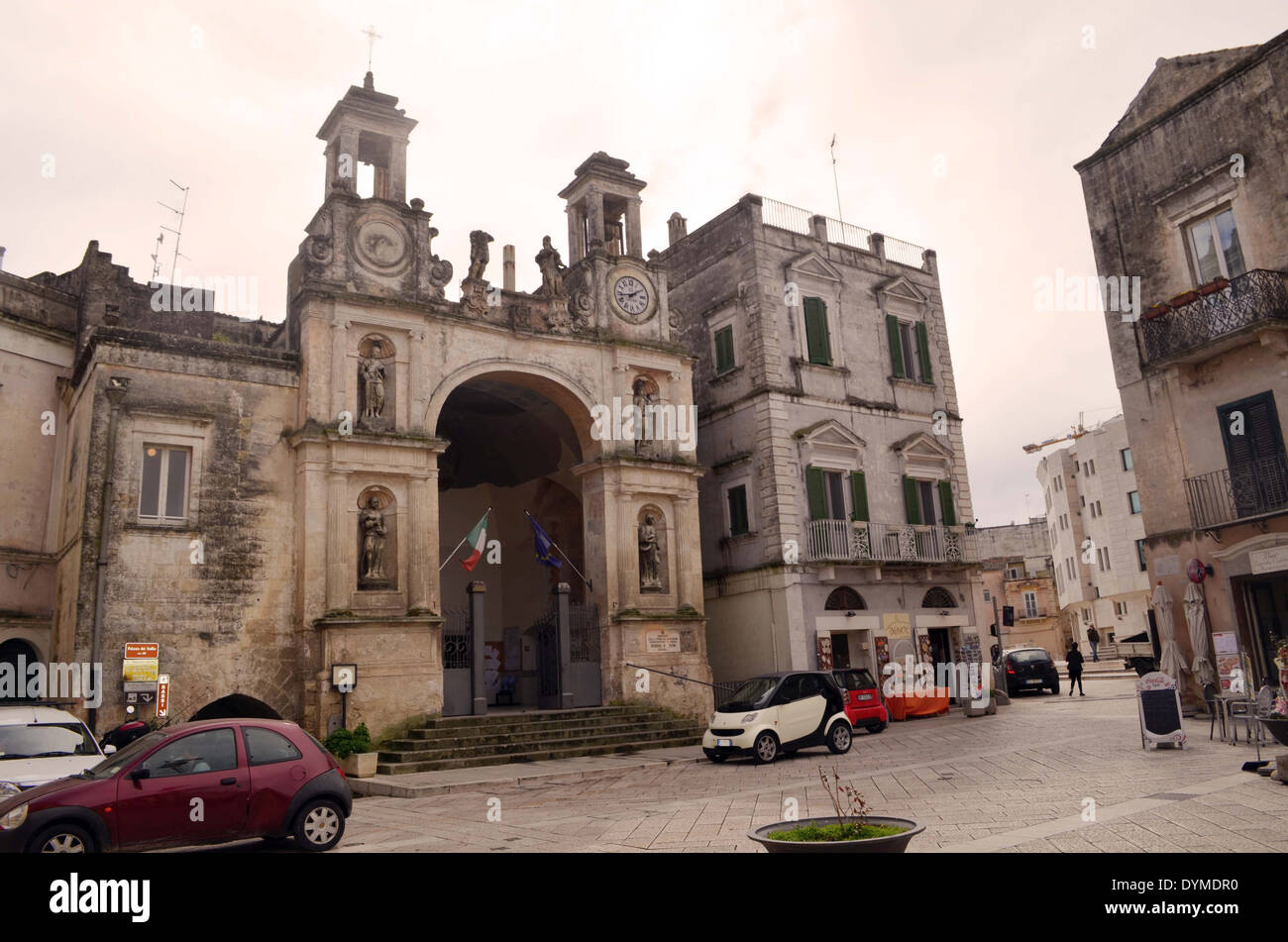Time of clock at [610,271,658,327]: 1:43
